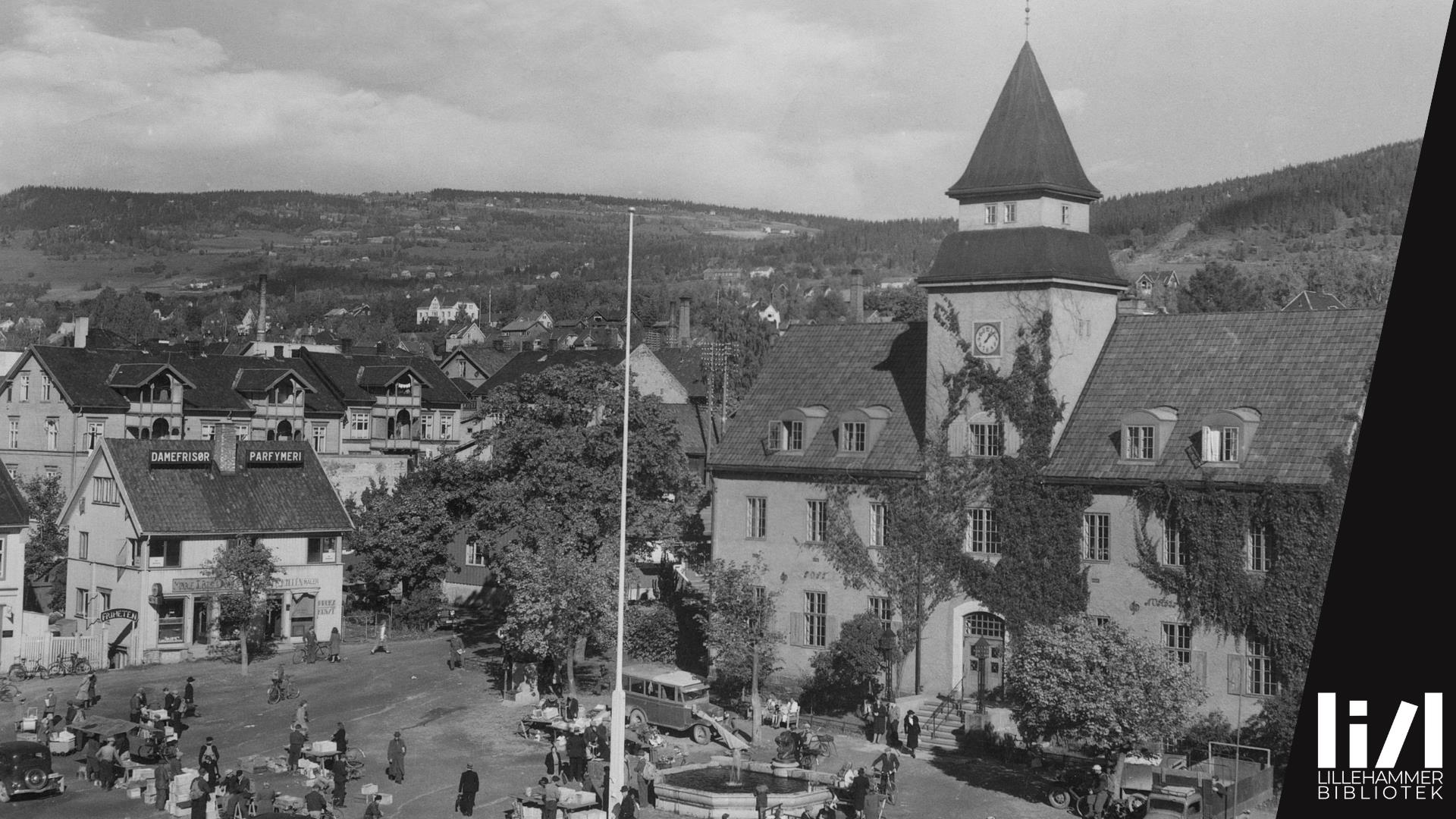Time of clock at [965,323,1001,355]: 1:08
